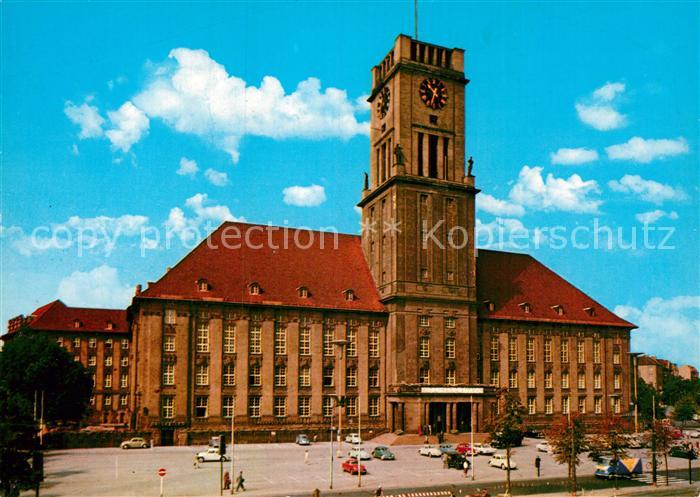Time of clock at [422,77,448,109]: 10:33
